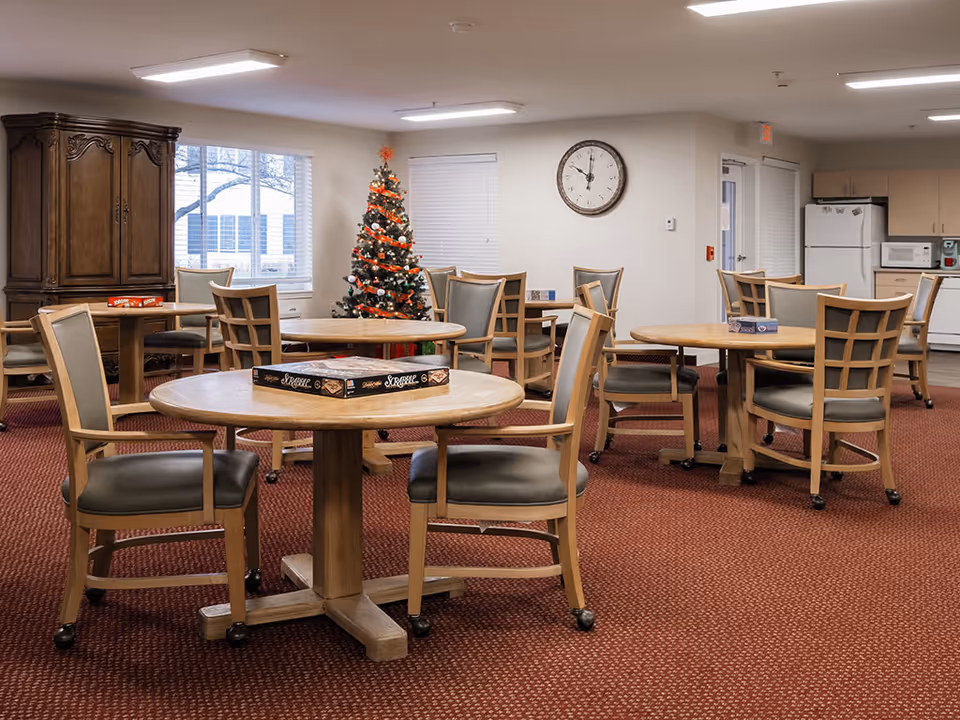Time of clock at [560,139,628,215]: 10:00
